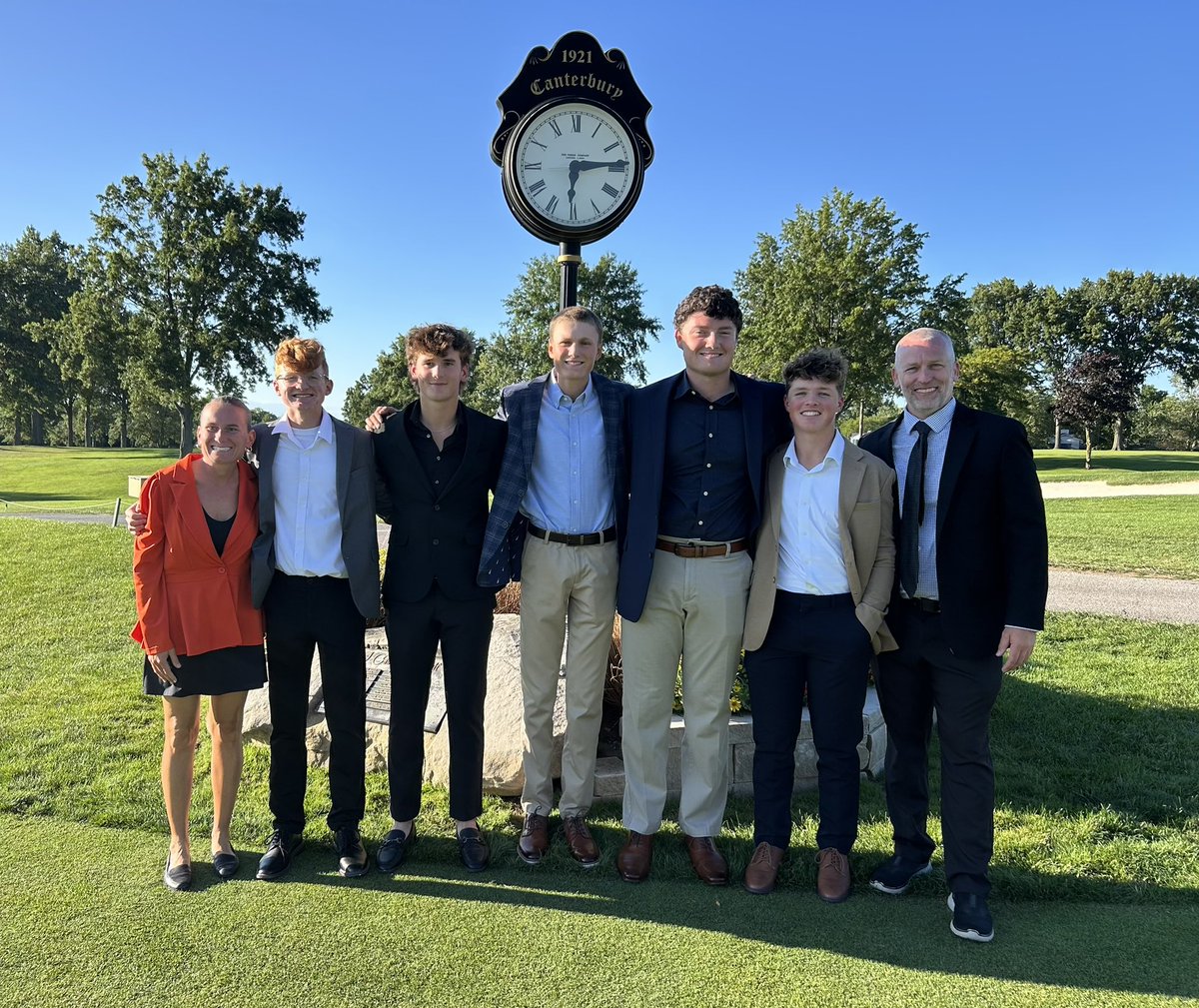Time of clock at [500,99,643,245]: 6:14
